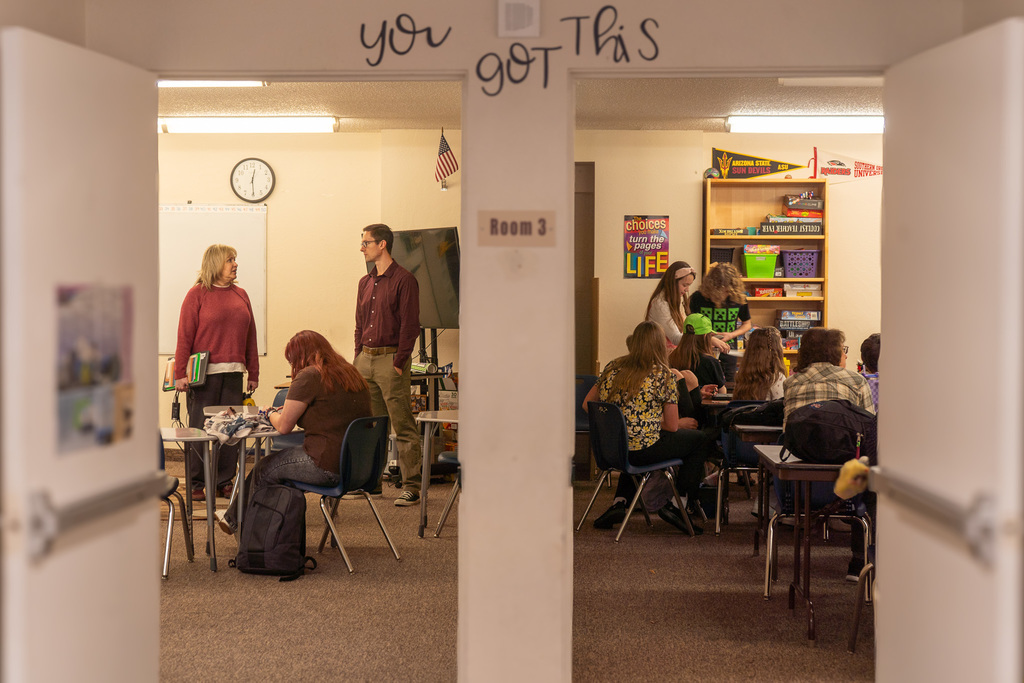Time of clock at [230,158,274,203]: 12:29
